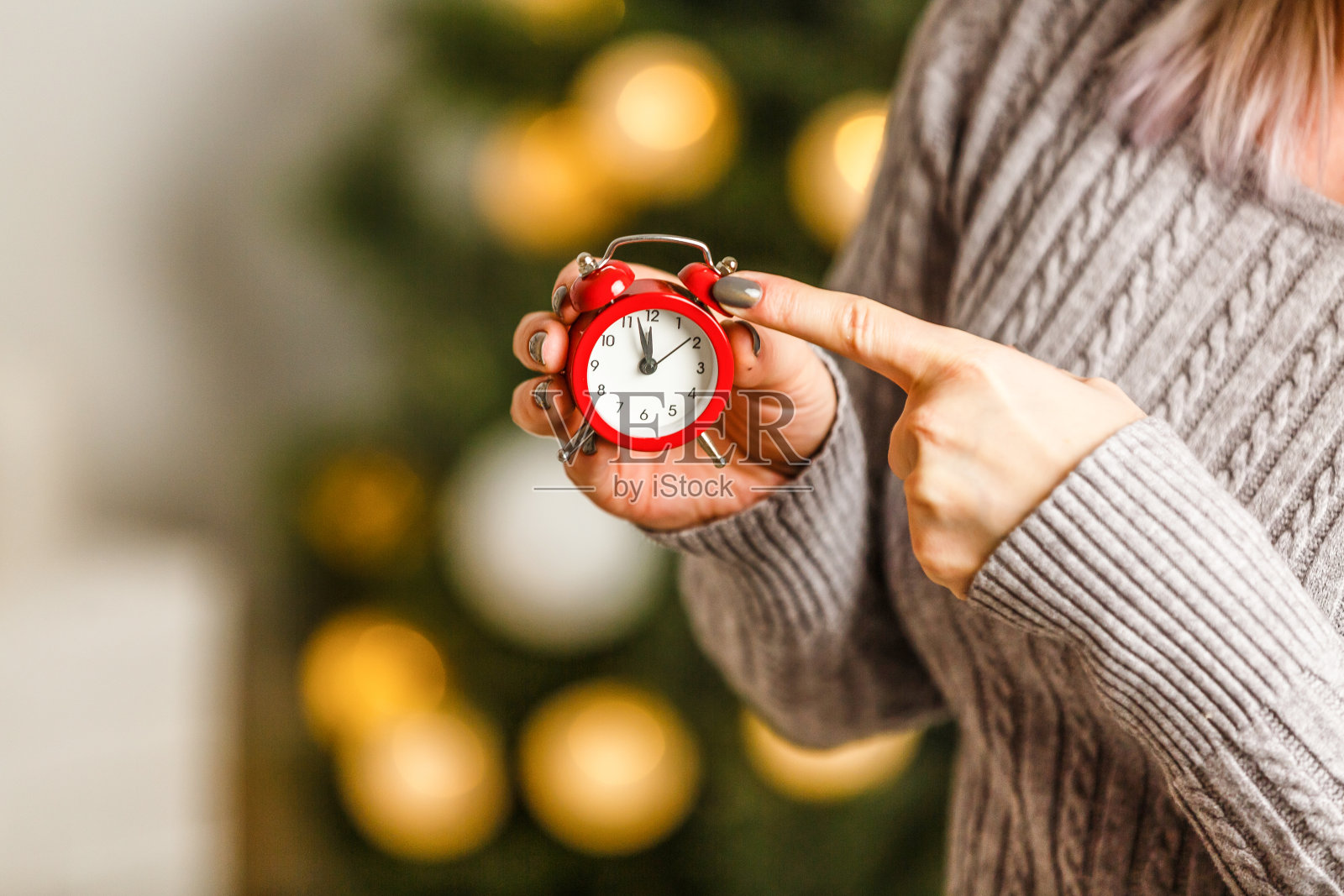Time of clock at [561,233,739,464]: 11:57
